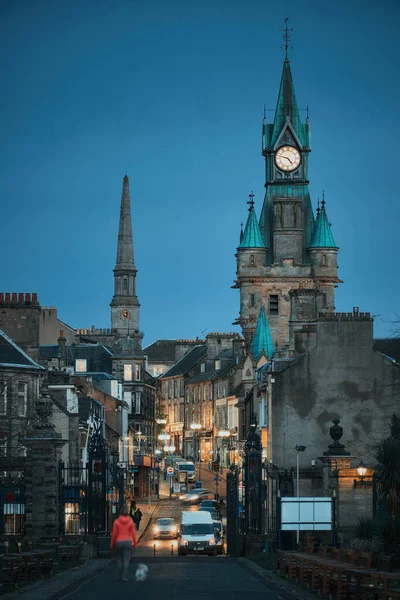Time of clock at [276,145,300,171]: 4:47
